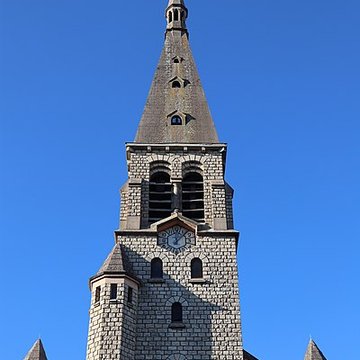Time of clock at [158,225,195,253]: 12:07
